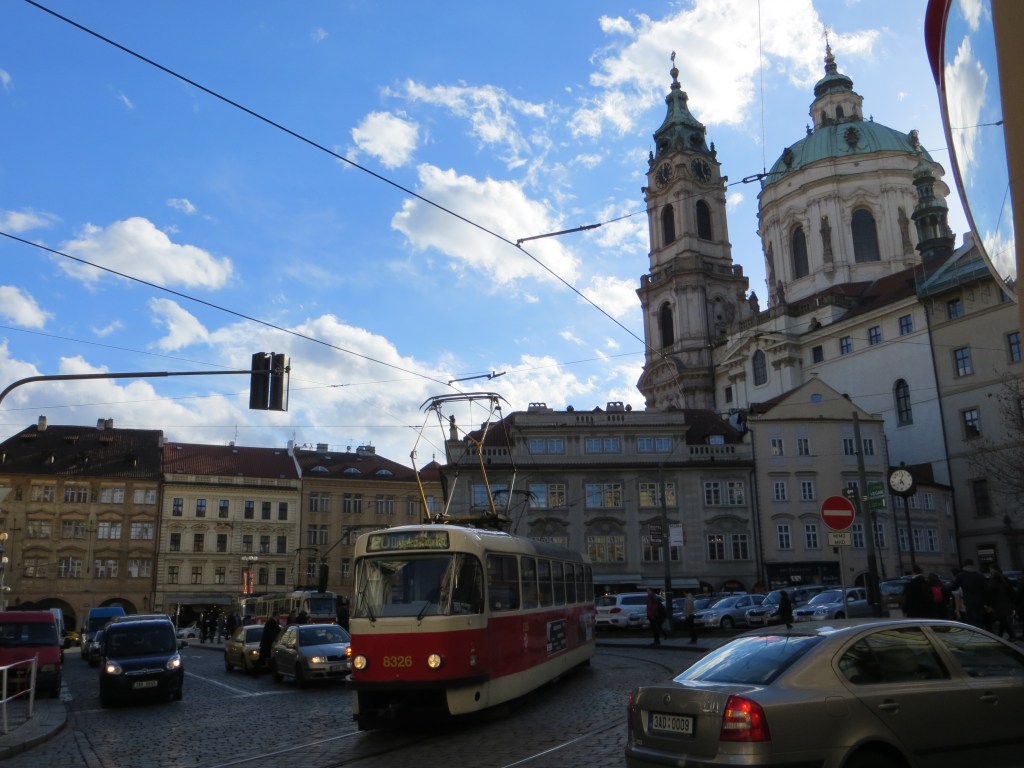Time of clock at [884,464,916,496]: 5:03
